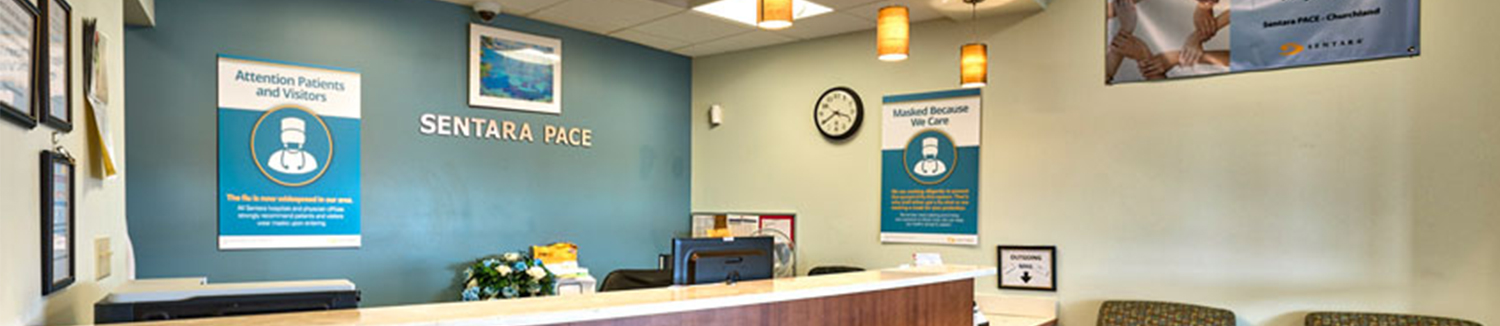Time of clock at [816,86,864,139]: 3:39
